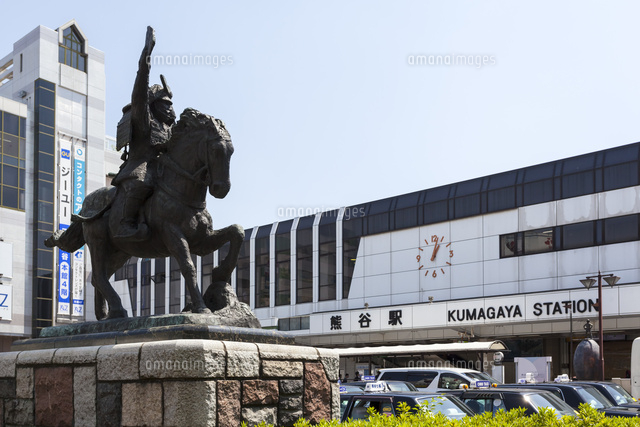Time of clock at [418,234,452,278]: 1:02
